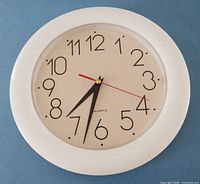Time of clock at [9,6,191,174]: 7:32
